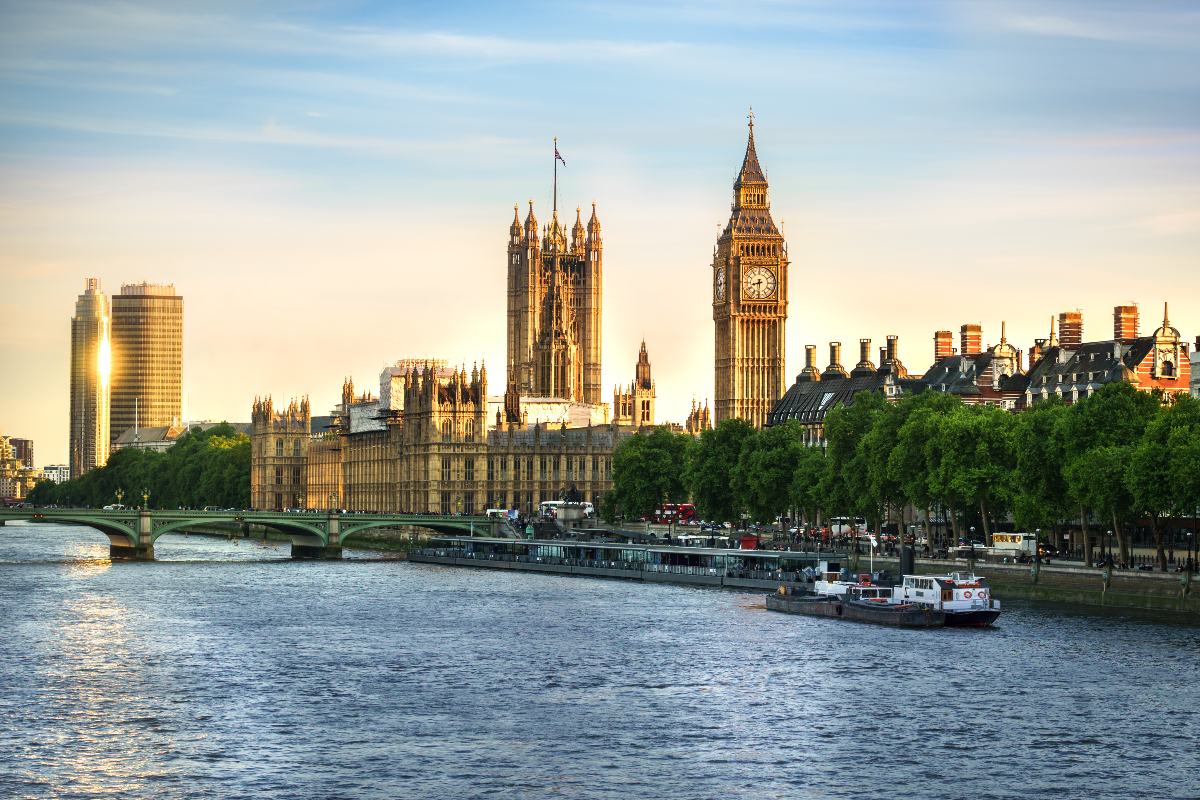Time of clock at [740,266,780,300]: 8:30
